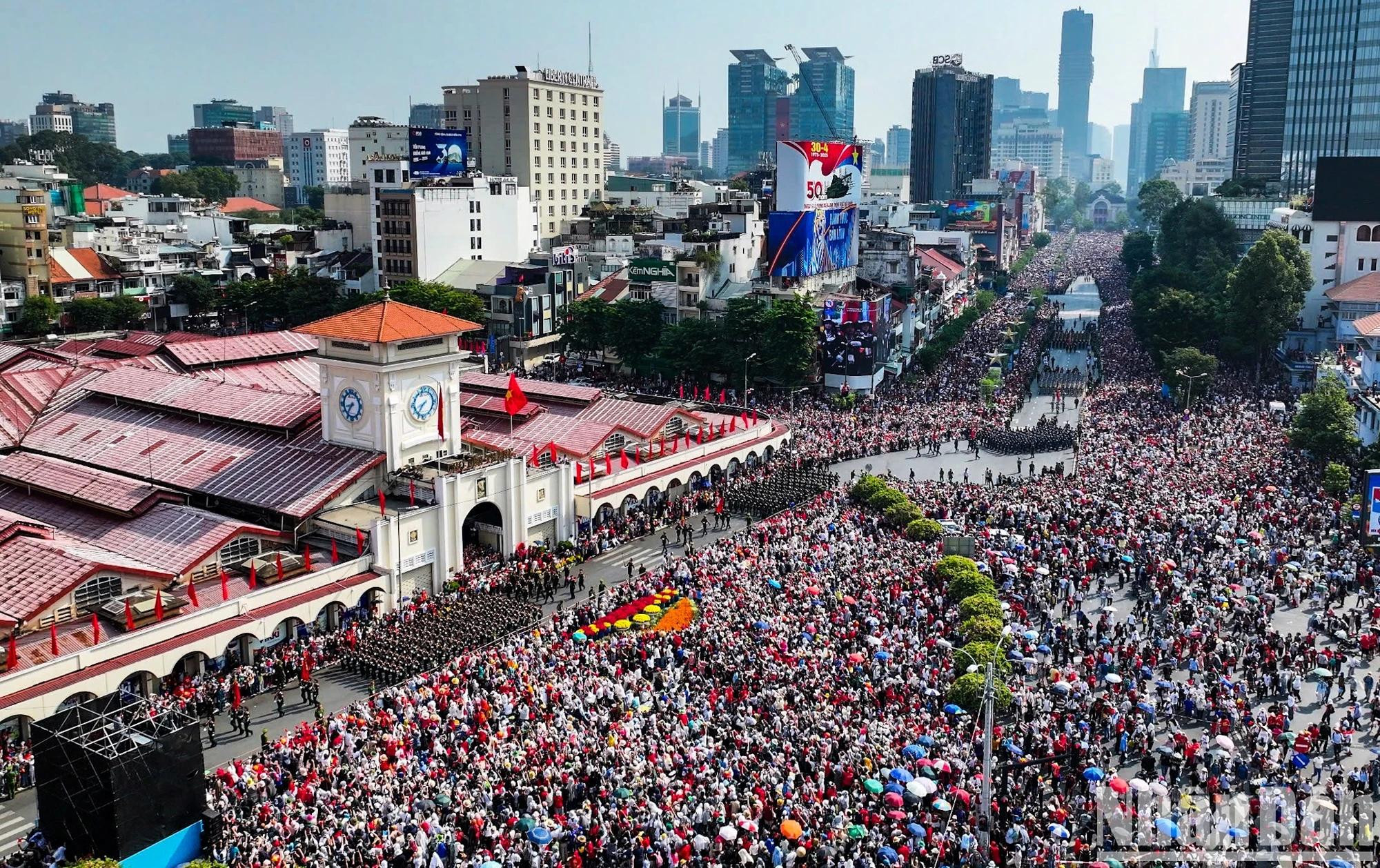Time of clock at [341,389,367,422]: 8:36
